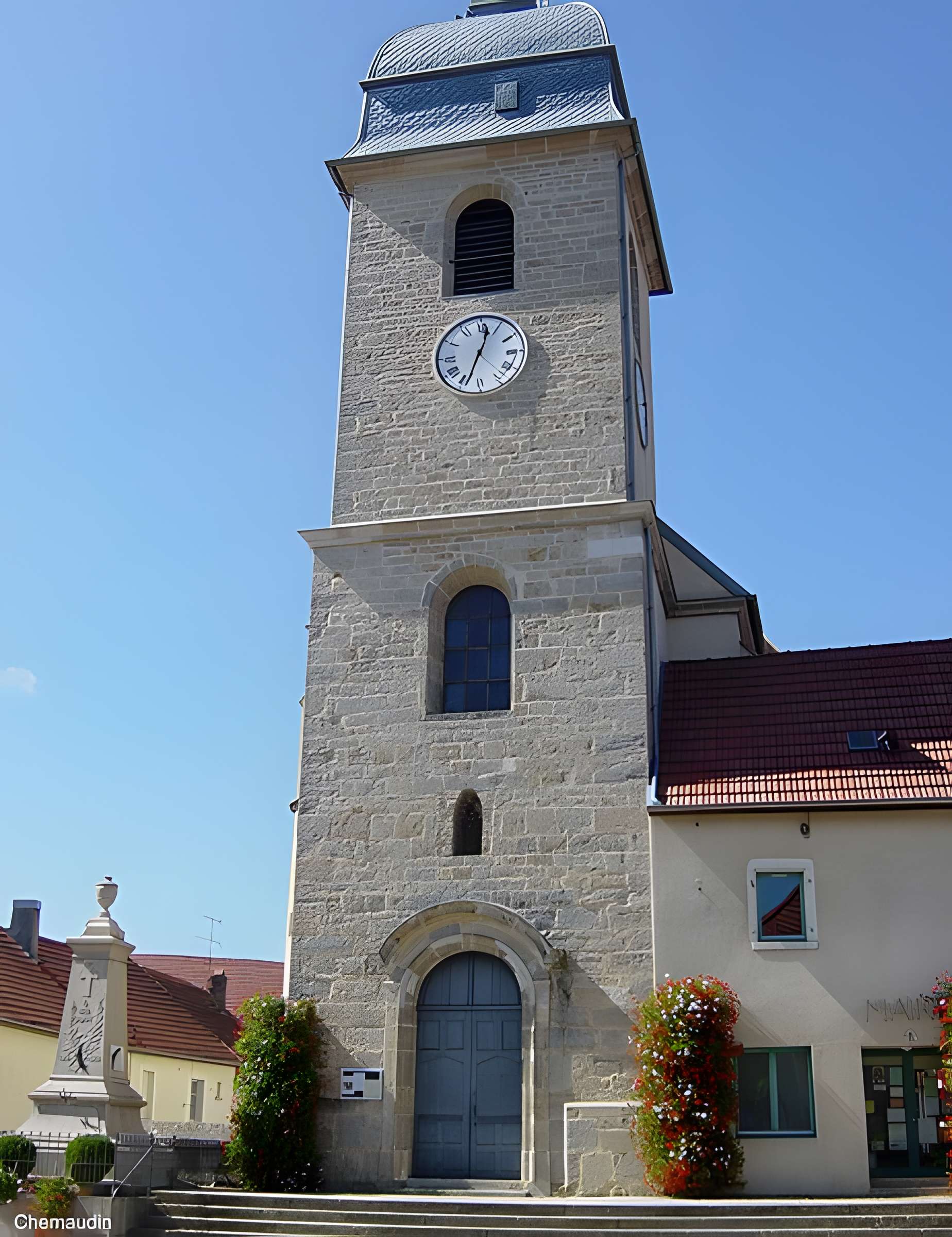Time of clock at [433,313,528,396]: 12:33
